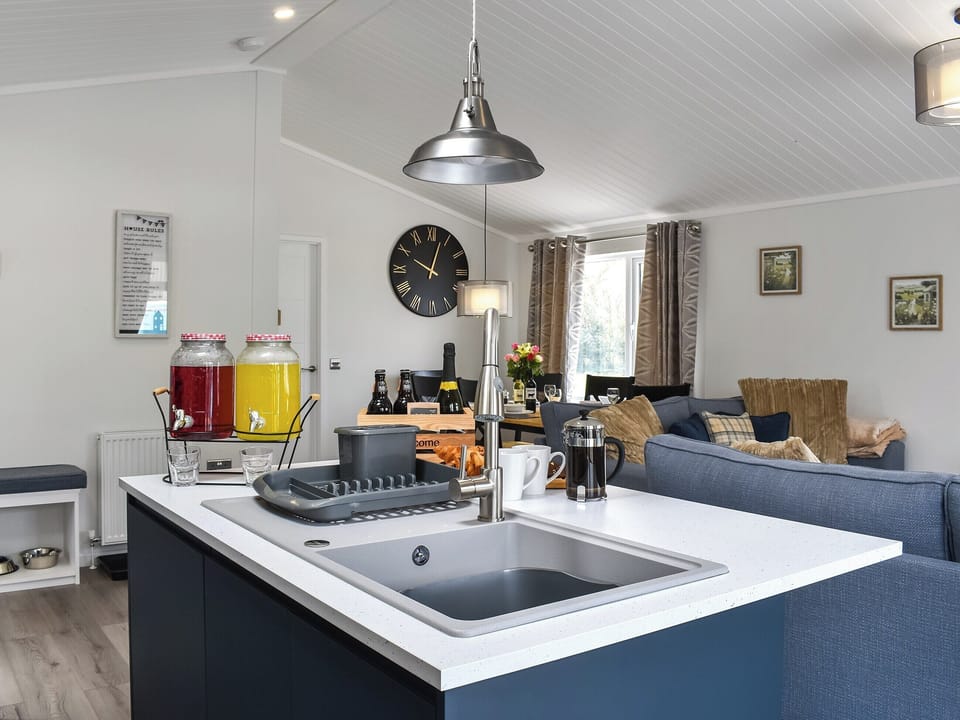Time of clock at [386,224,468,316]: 10:02
